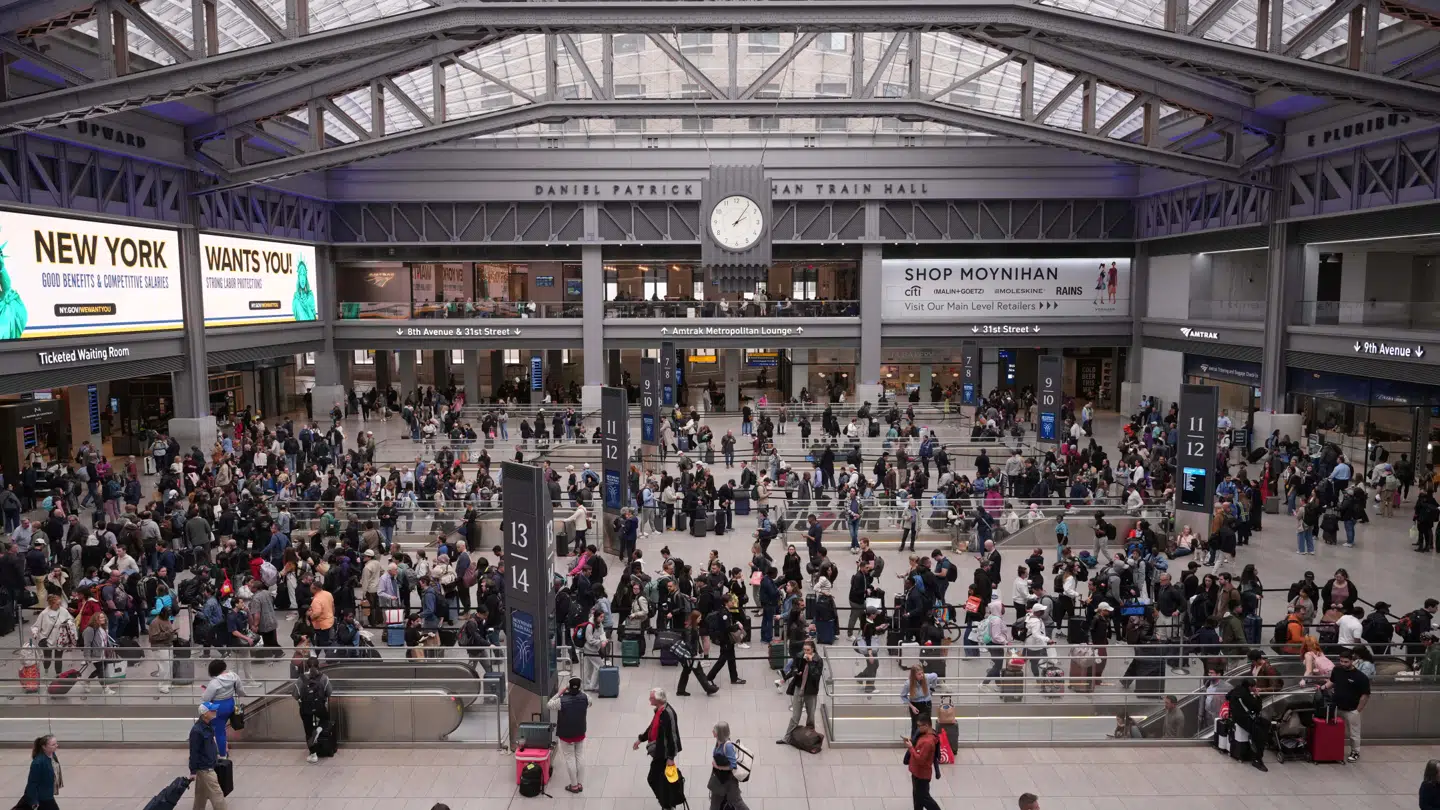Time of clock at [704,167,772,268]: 2:06
